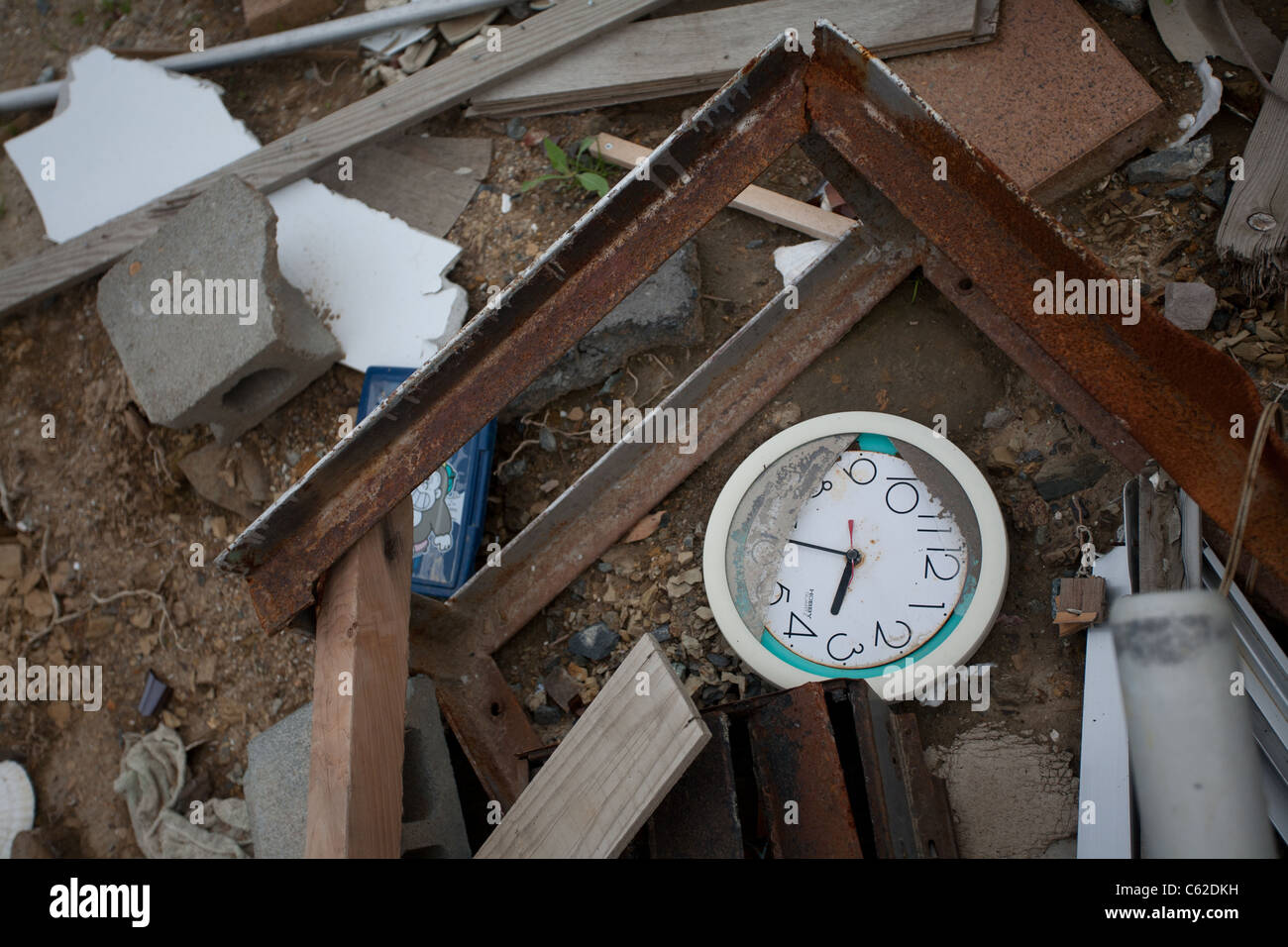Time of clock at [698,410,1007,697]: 6:47
